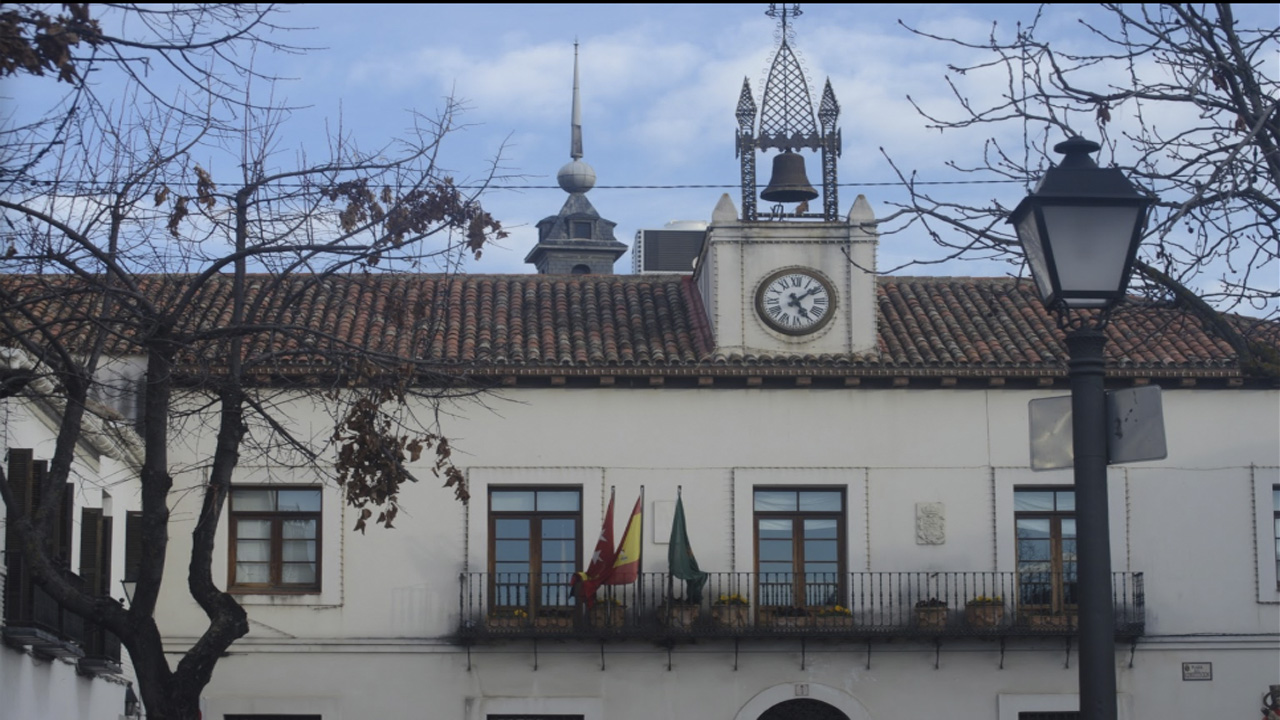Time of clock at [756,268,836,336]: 5:08
